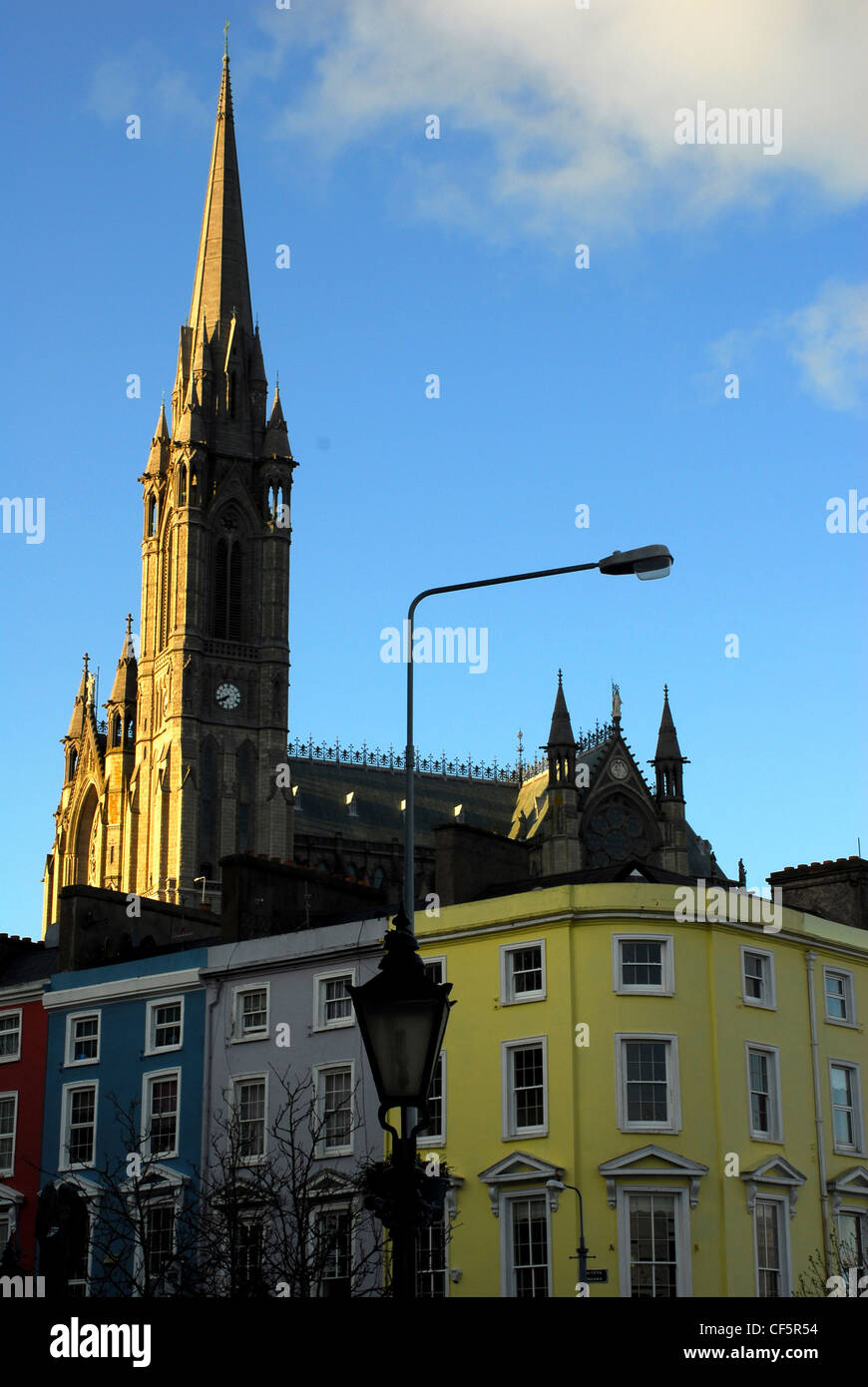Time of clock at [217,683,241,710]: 7:40
